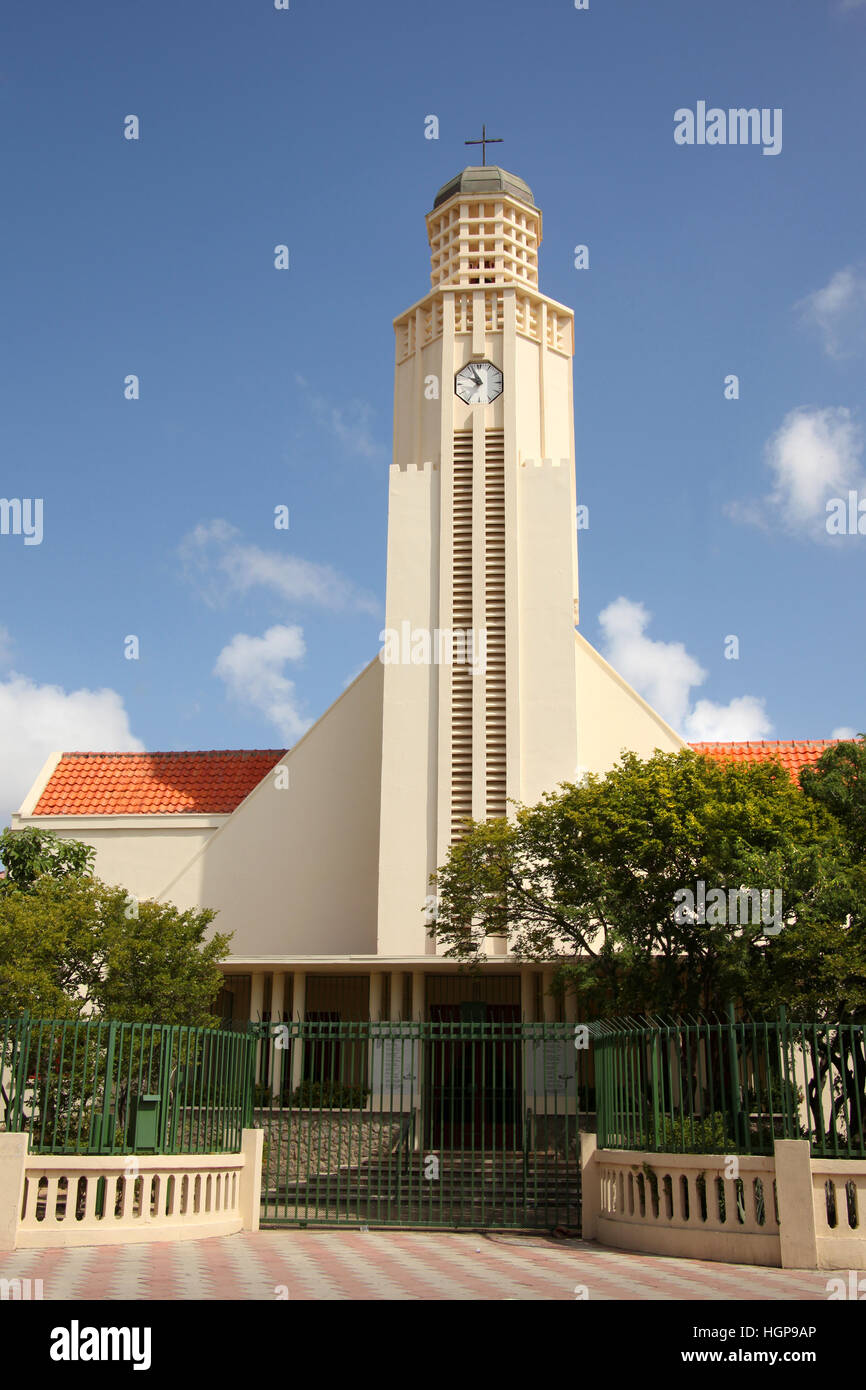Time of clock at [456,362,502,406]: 9:55
